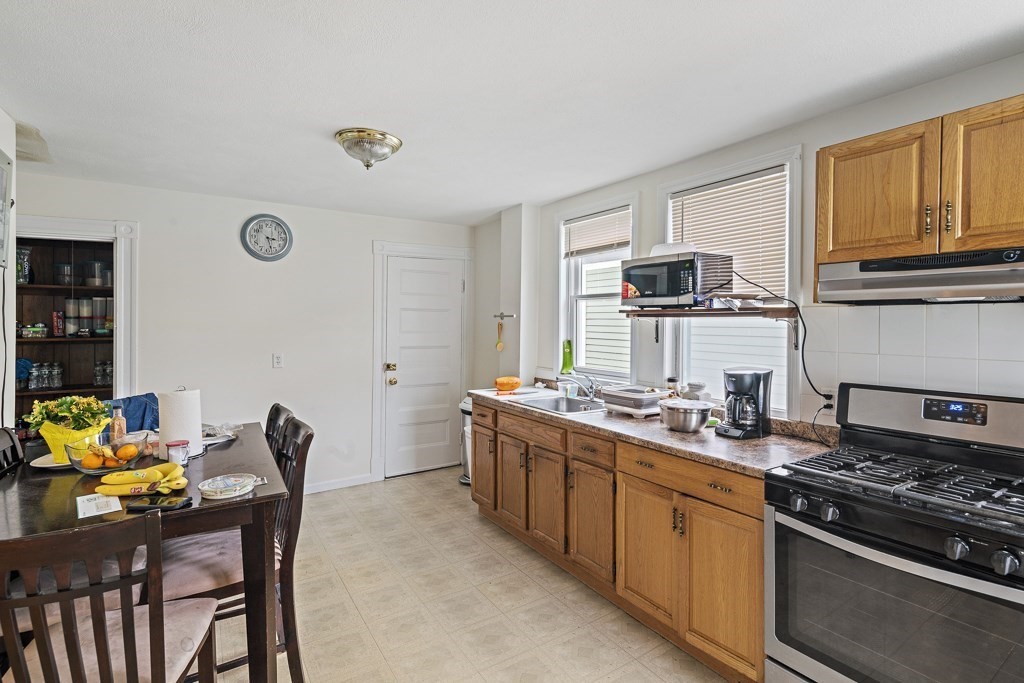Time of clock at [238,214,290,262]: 3:27
